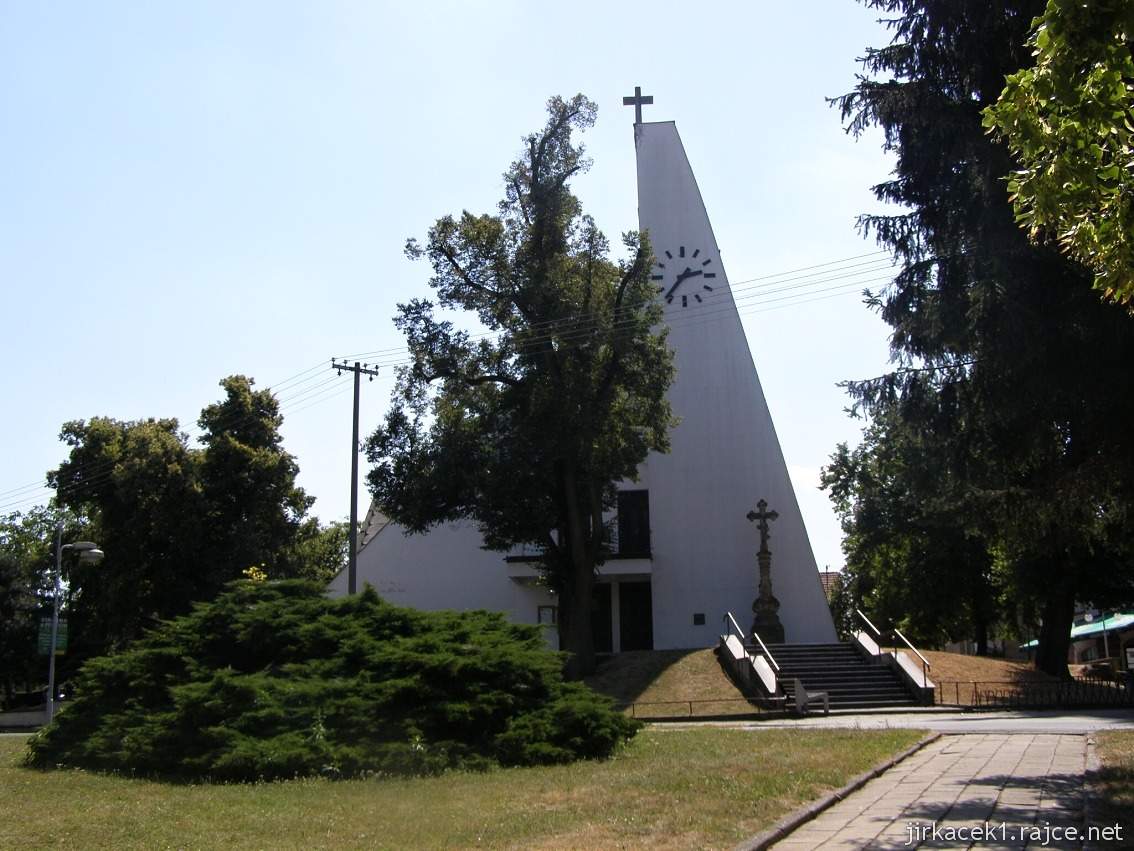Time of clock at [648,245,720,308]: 2:36
